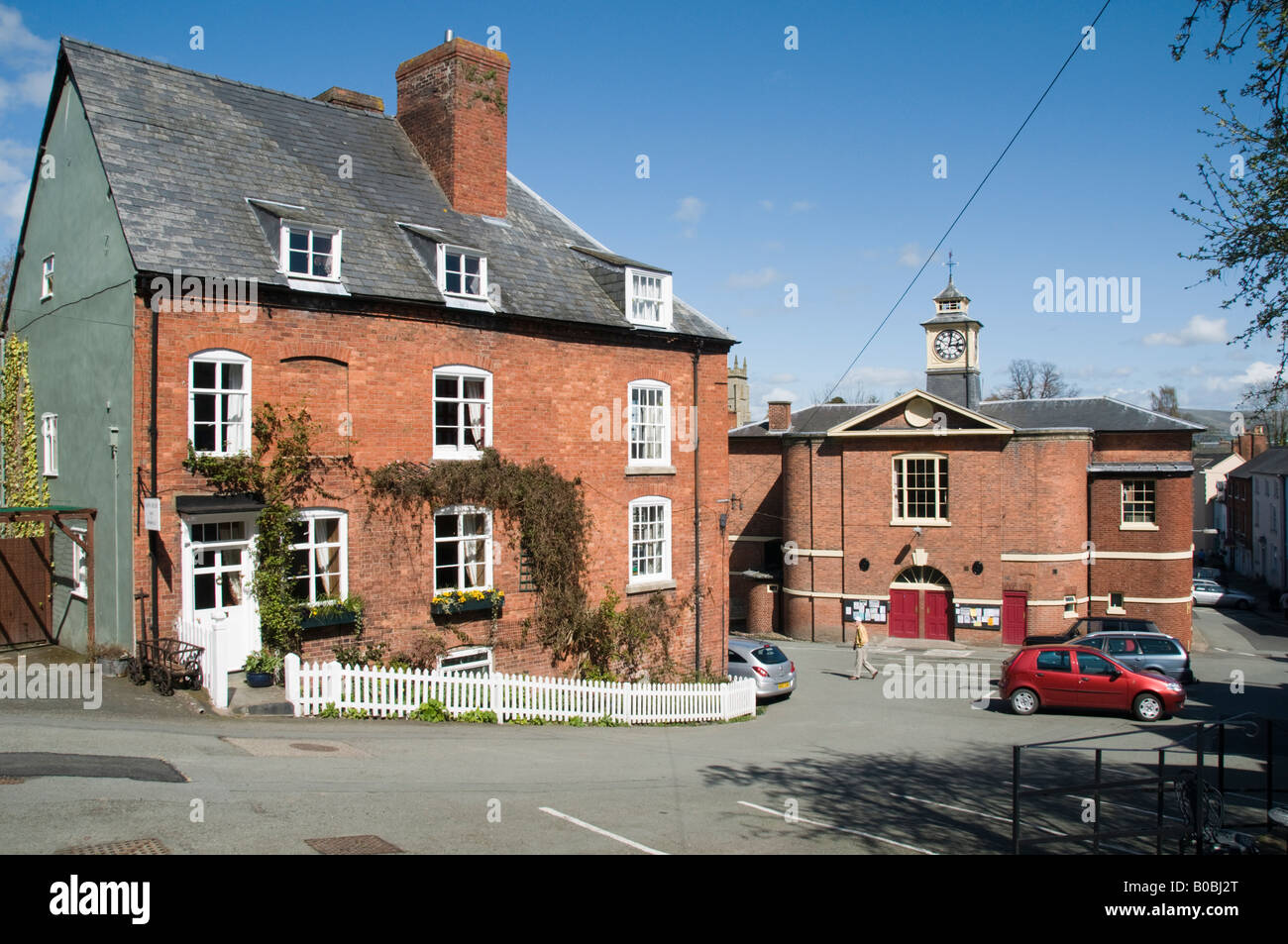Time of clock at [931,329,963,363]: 3:02
